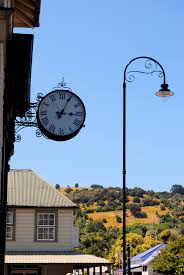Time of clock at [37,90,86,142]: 3:04
